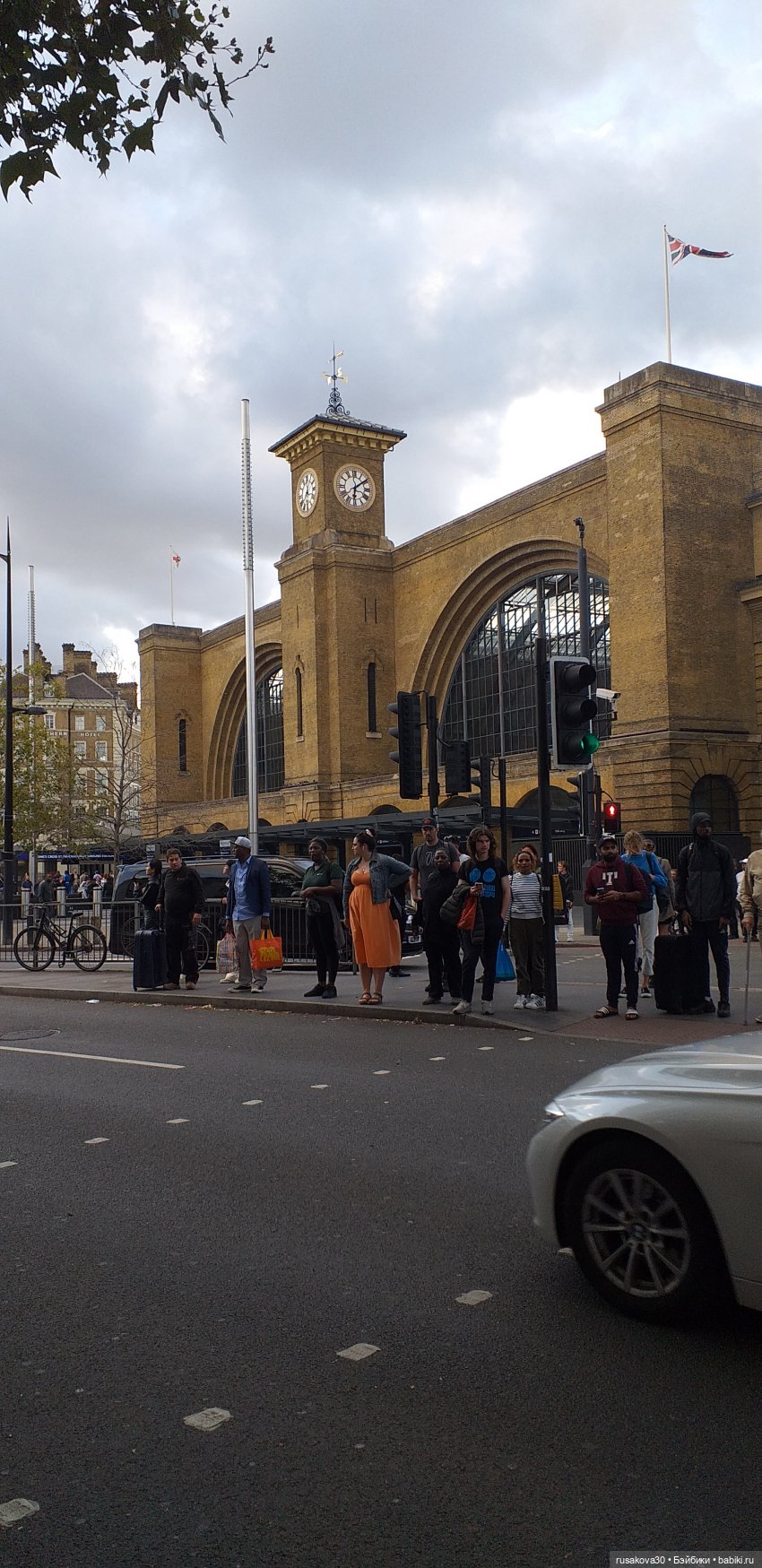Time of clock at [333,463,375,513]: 6:08
